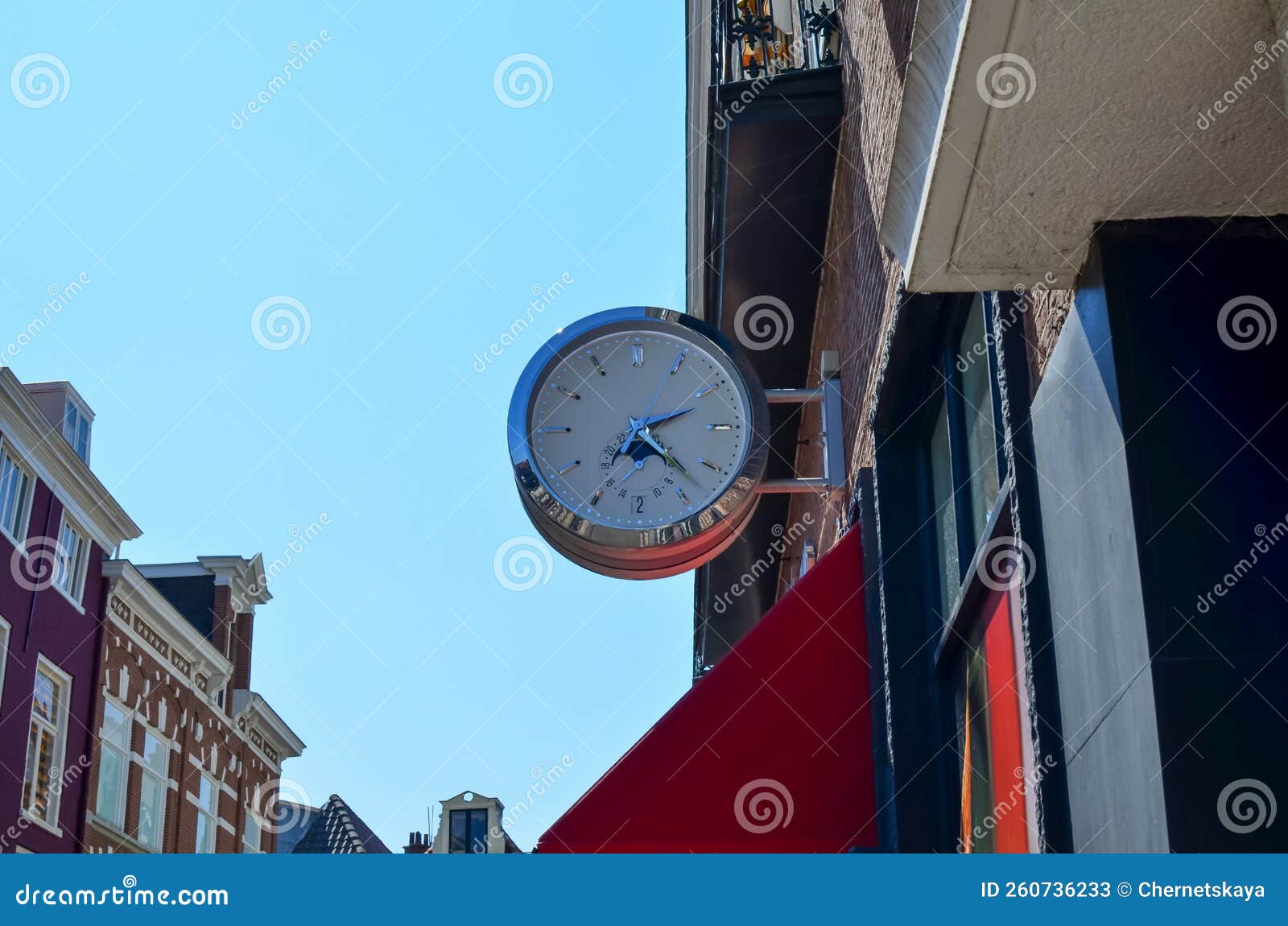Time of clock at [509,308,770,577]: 2:22
